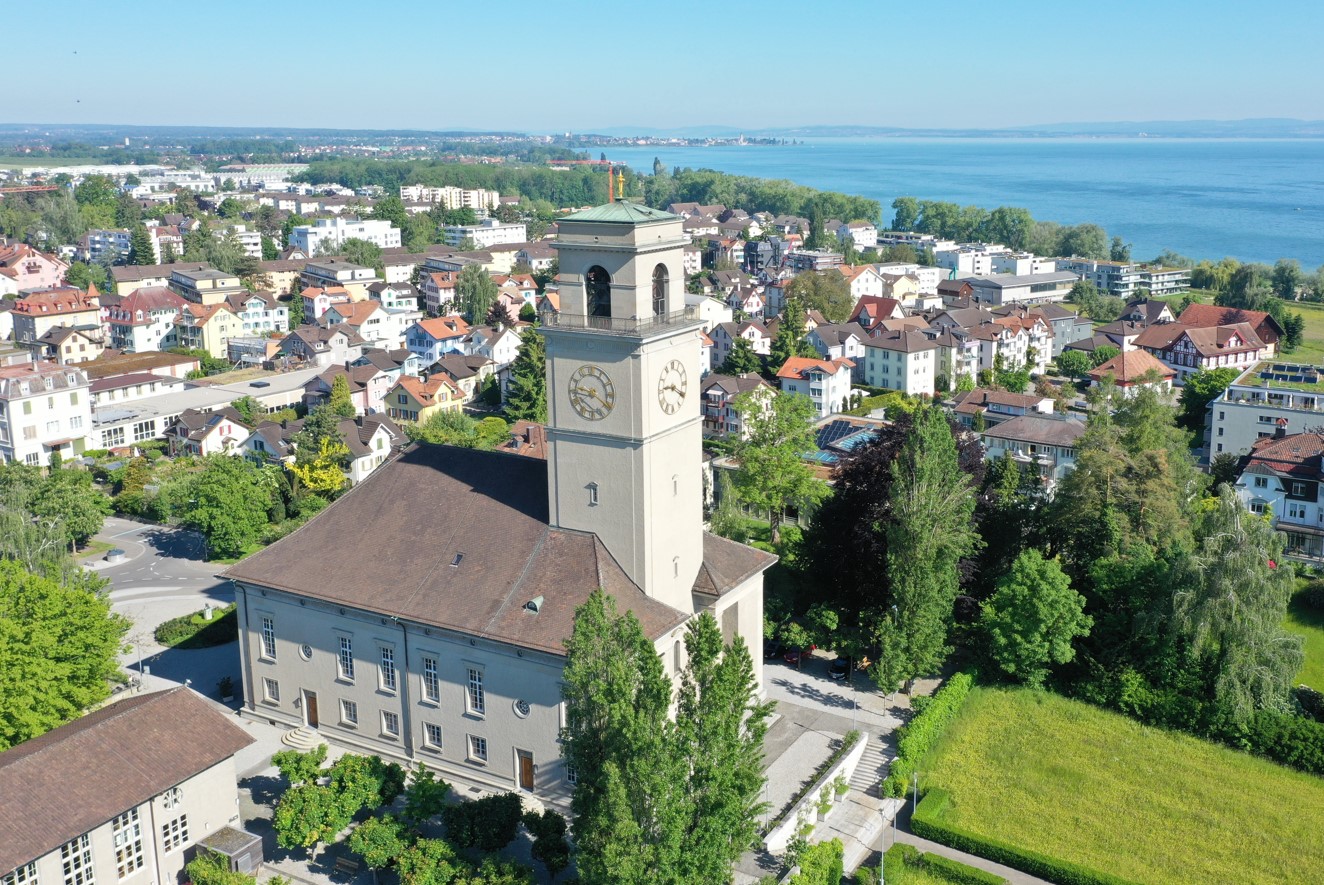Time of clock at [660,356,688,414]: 9:20
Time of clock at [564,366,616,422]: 9:20
